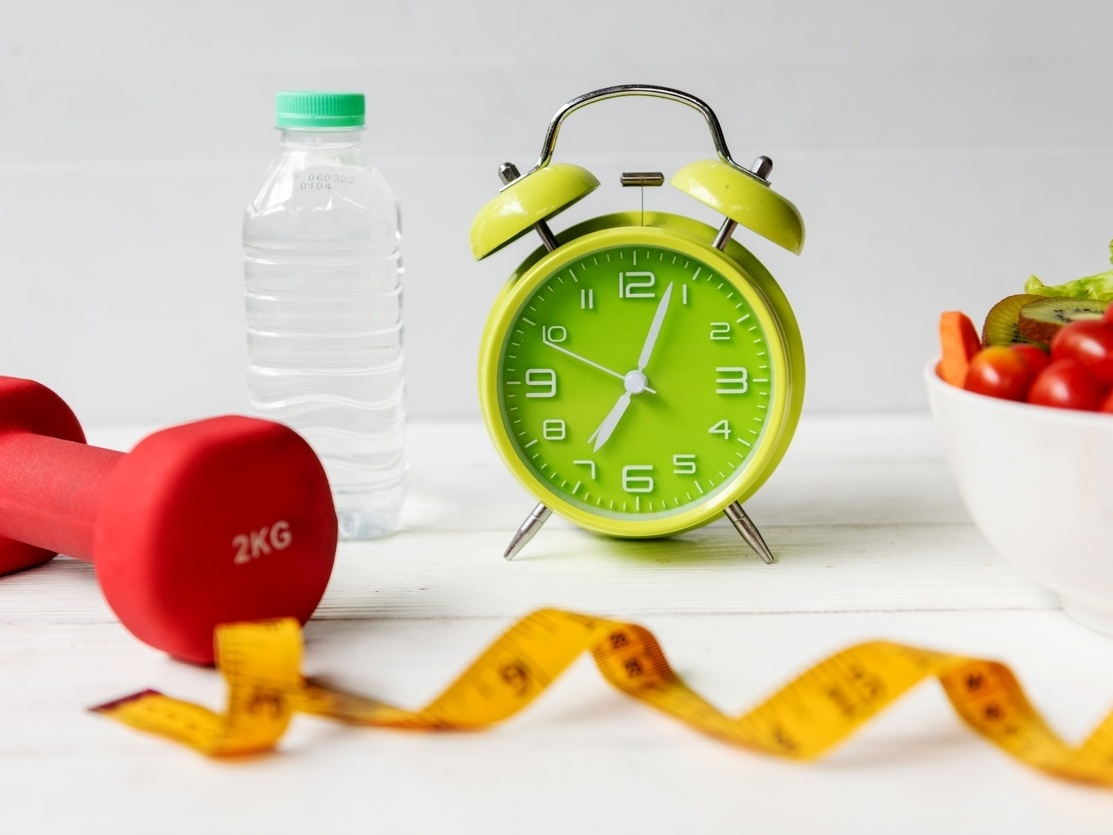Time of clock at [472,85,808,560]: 7:03
